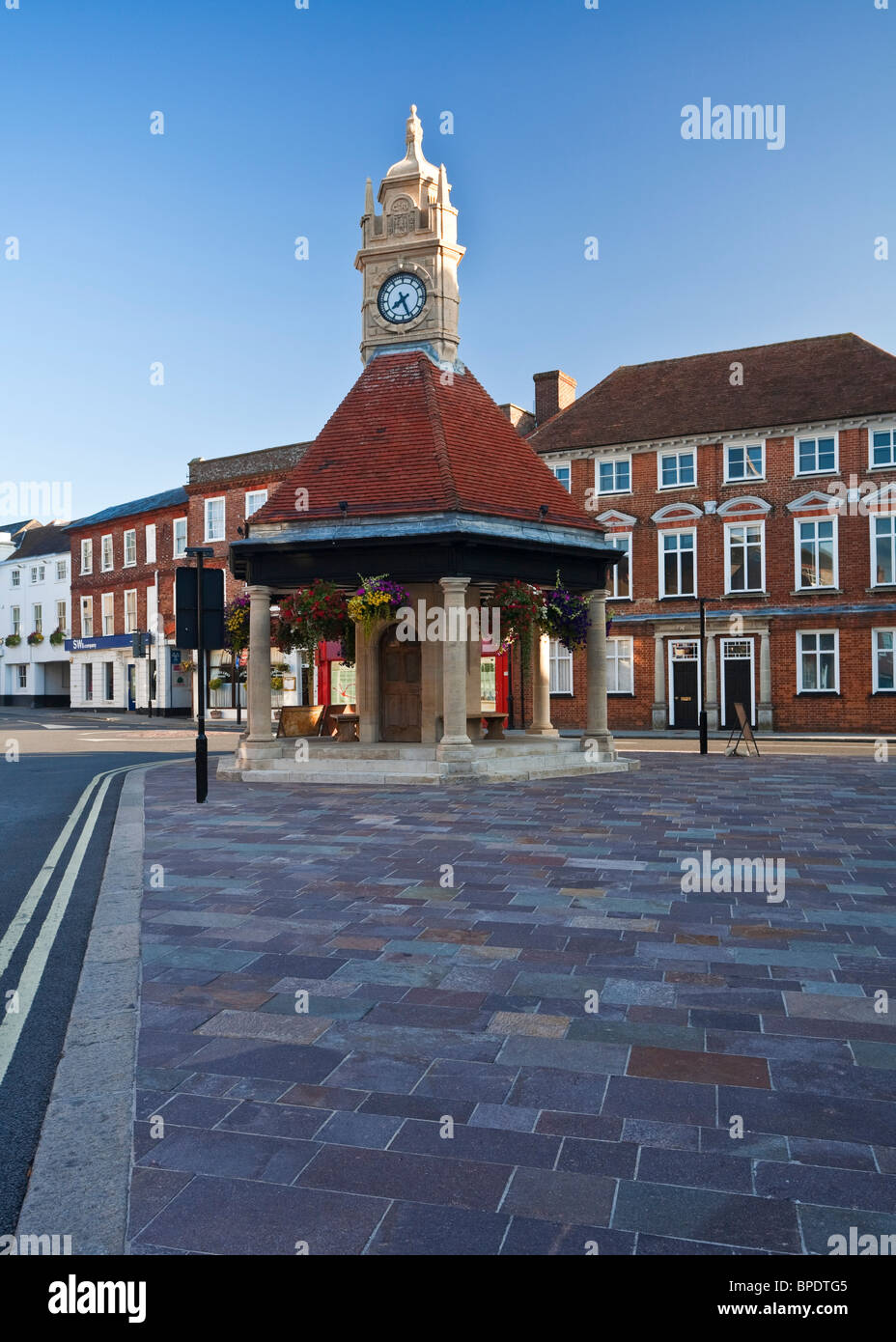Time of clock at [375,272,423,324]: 7:26
